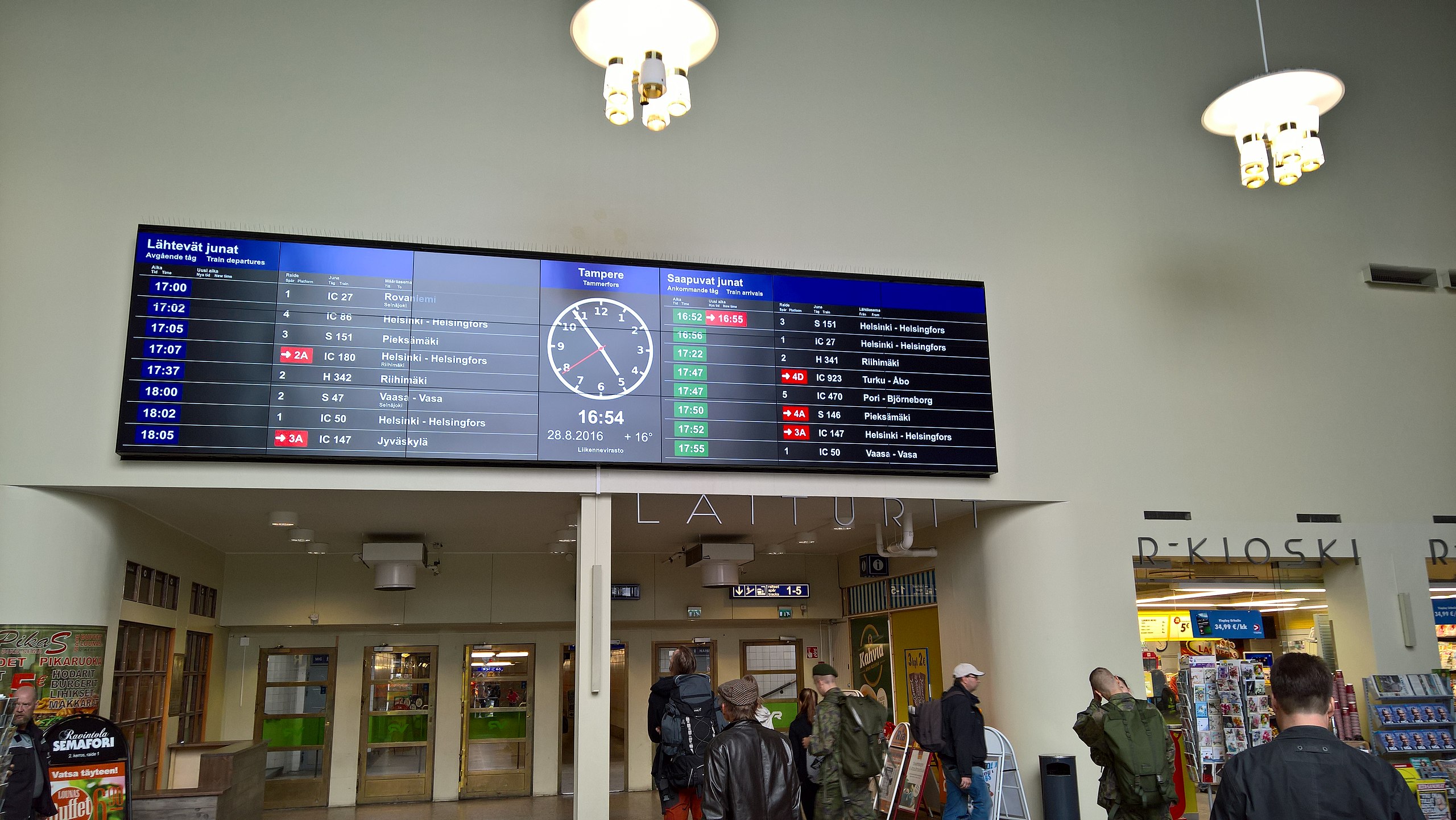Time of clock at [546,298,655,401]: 4:53
